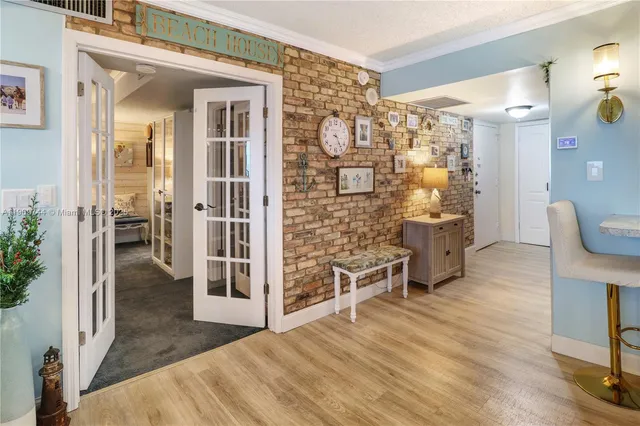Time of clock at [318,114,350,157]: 3:24
